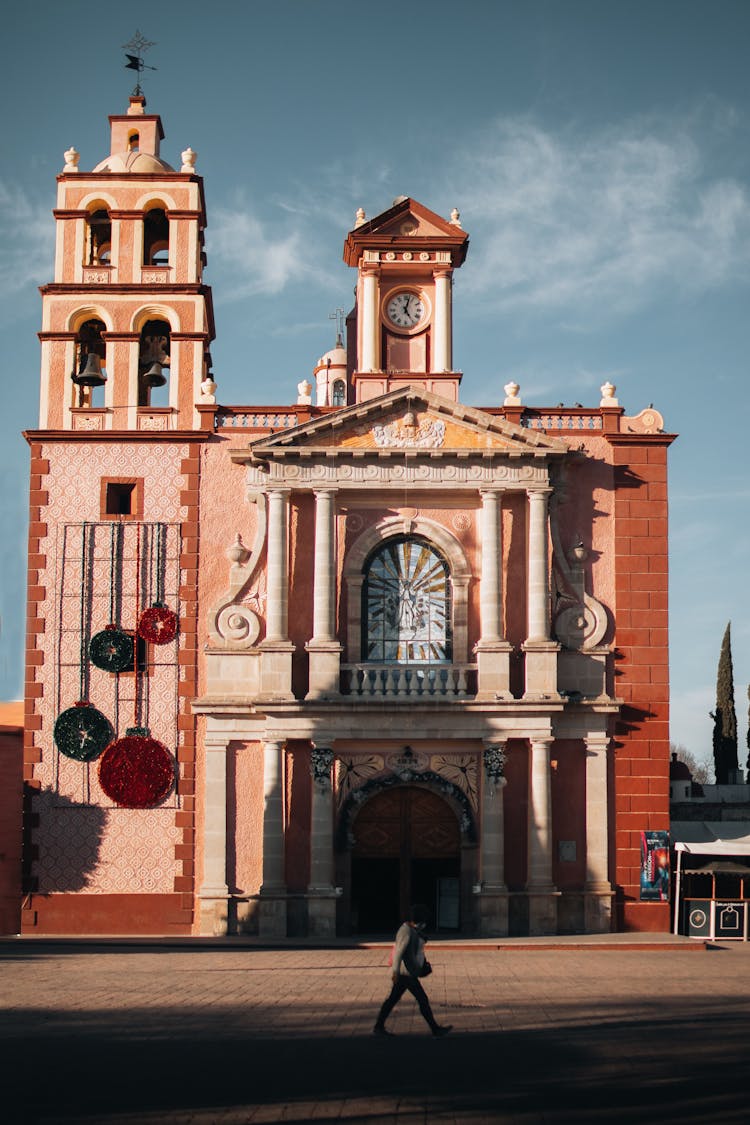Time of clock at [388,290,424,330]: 5:02
